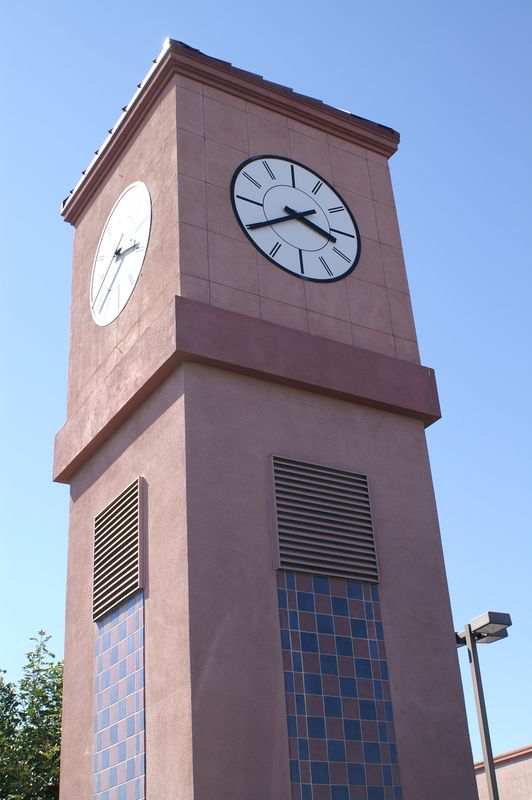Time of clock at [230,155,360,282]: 3:40
